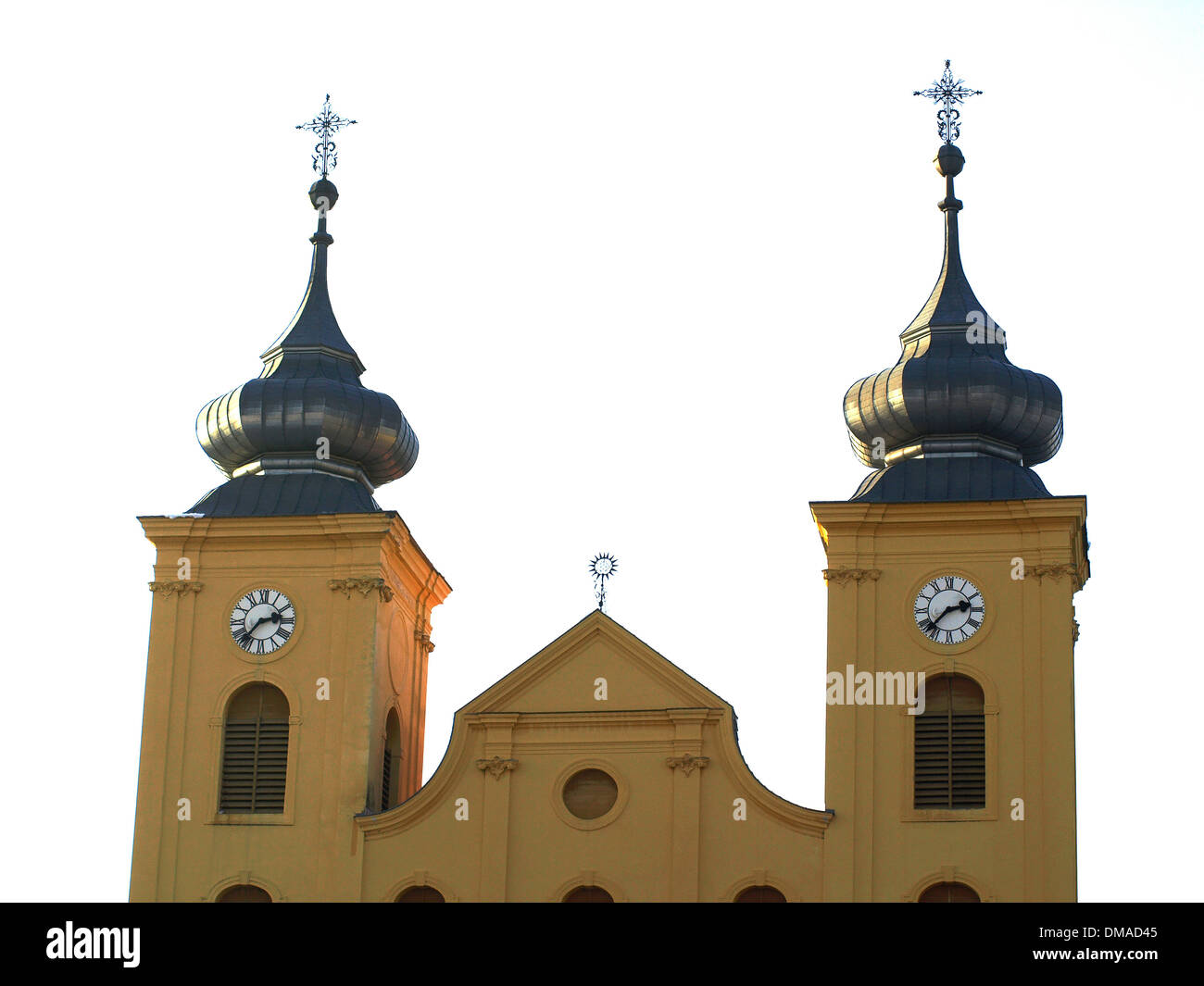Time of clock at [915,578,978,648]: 2:37
